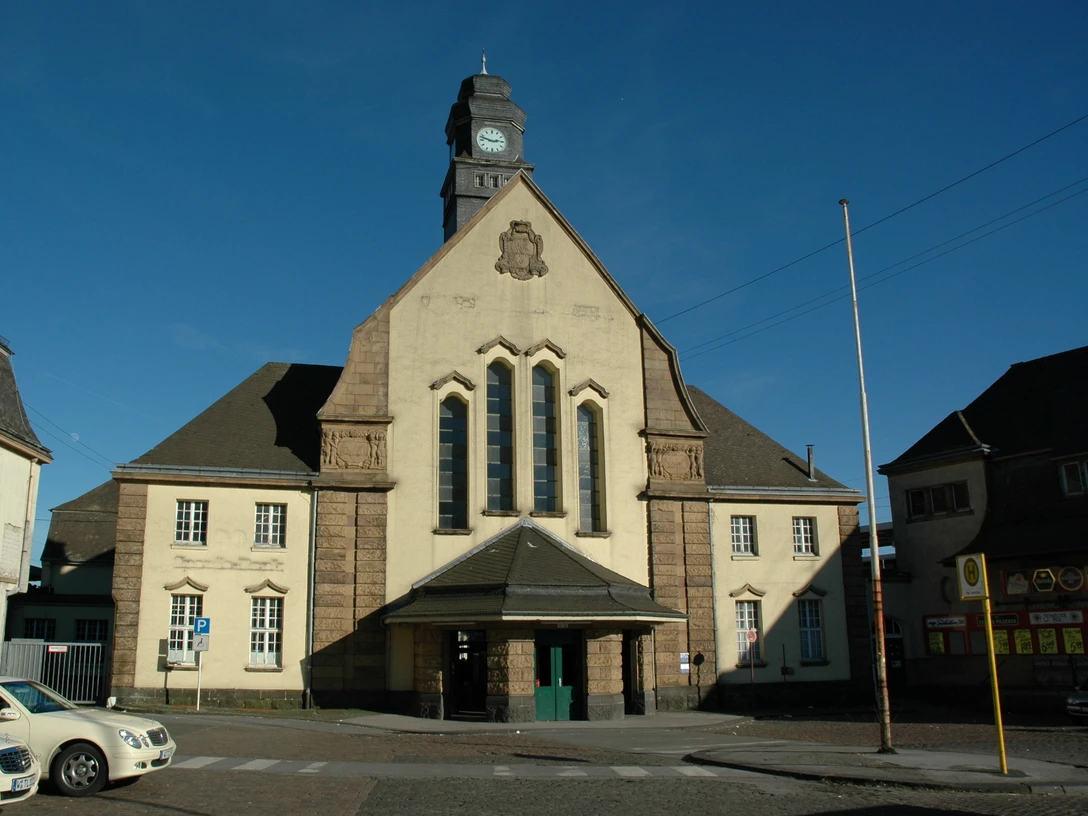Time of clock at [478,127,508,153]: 2:47
